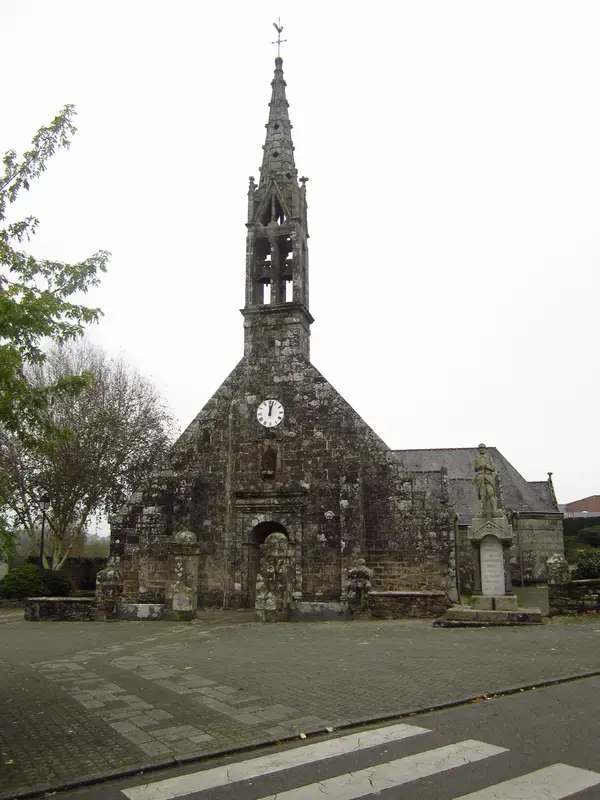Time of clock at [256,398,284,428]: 12:02
